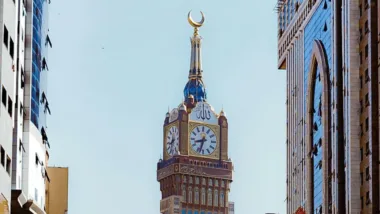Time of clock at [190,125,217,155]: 8:32
